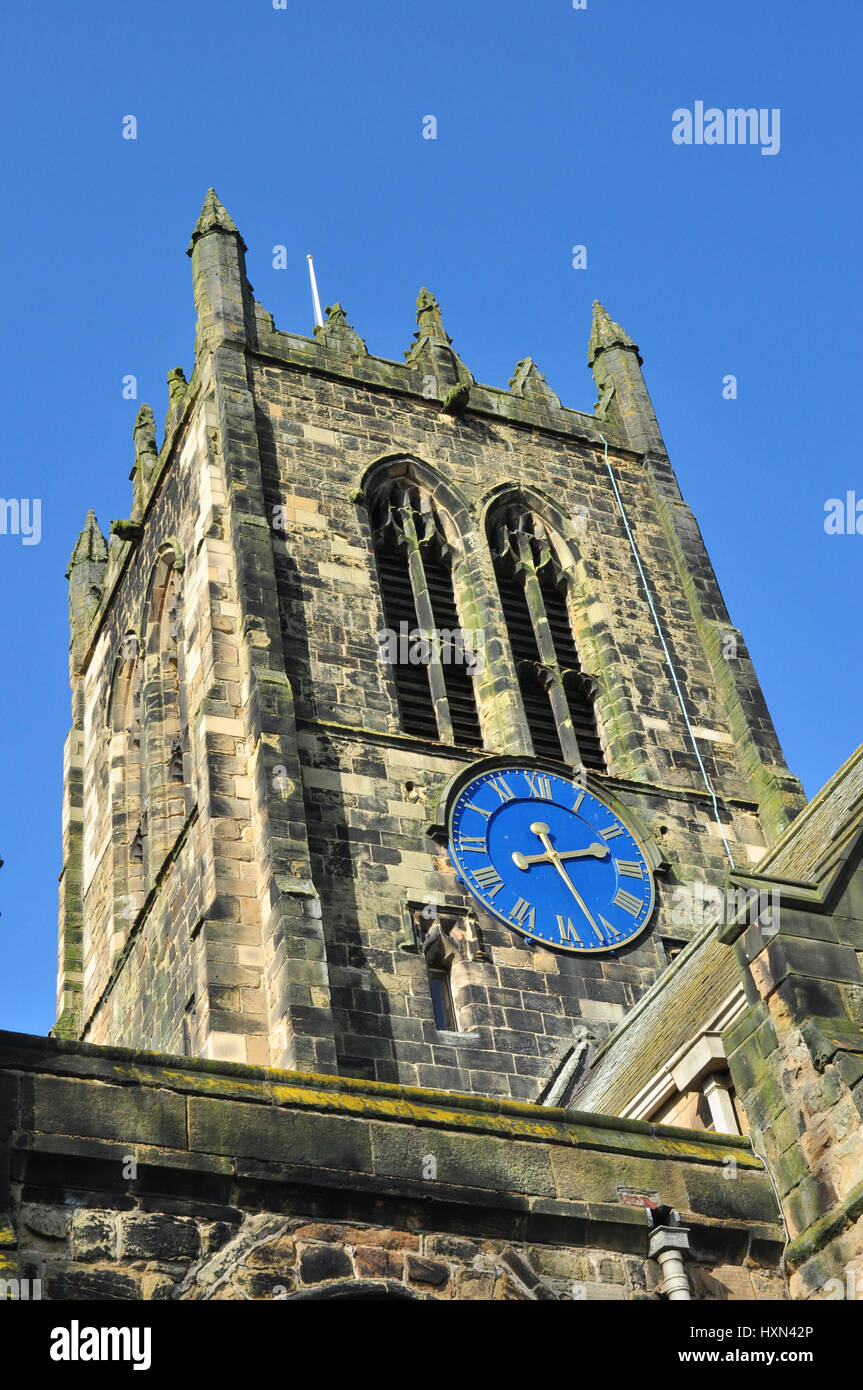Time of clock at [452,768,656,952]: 2:26
